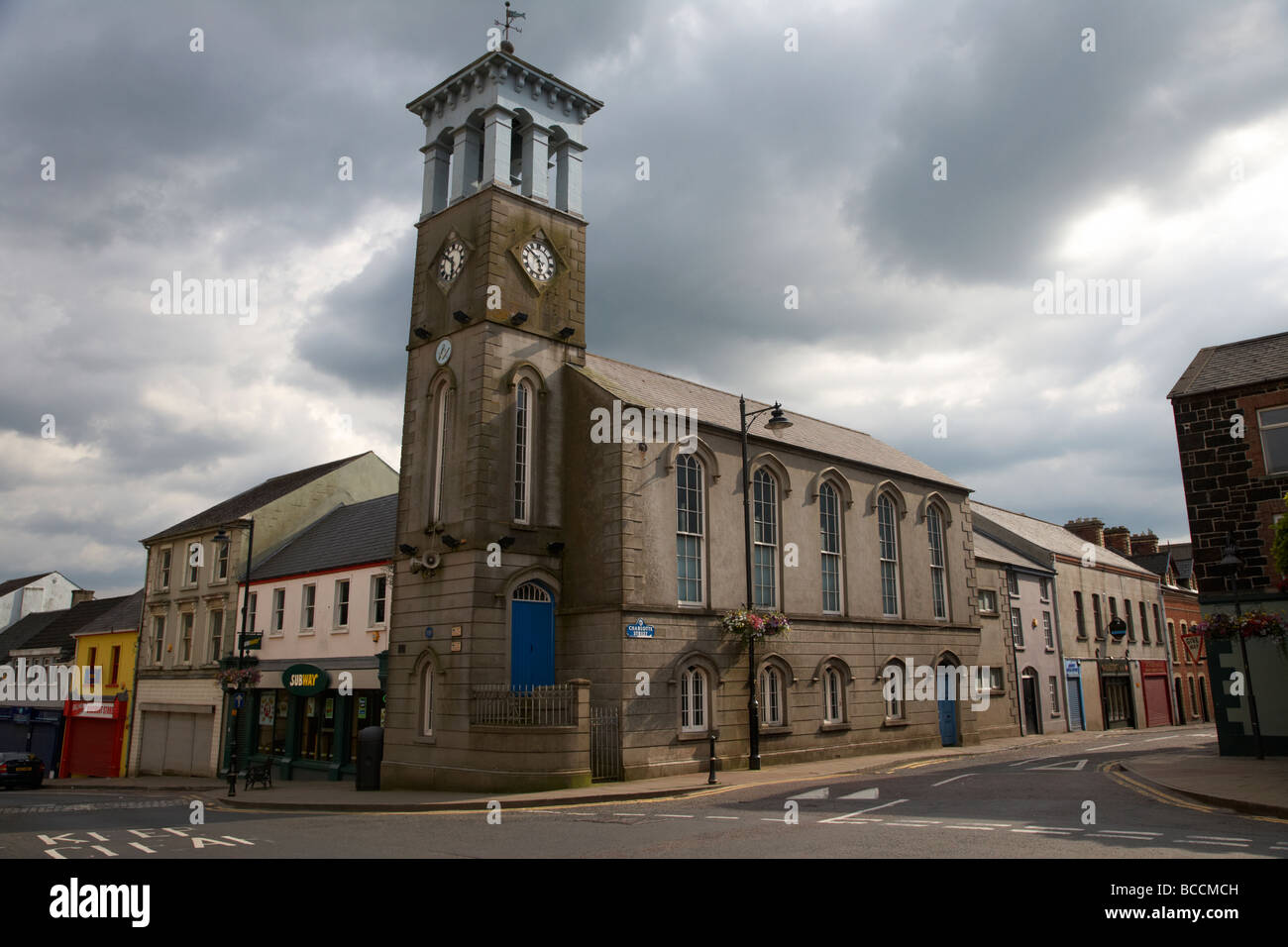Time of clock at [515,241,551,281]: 5:51
